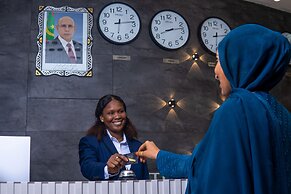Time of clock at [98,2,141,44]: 6:13
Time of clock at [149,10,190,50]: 8:12
